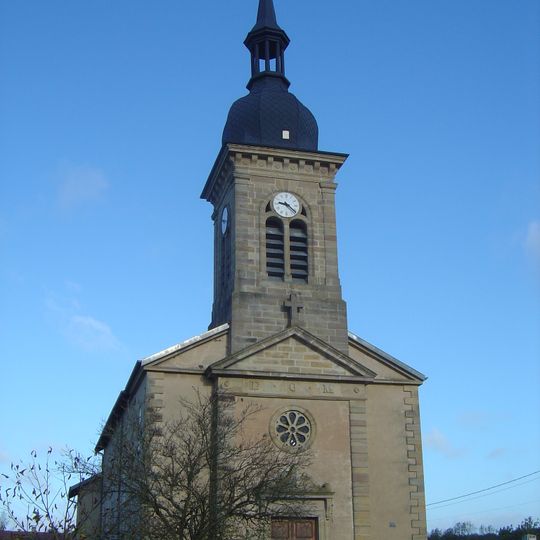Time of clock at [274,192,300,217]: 9:22
